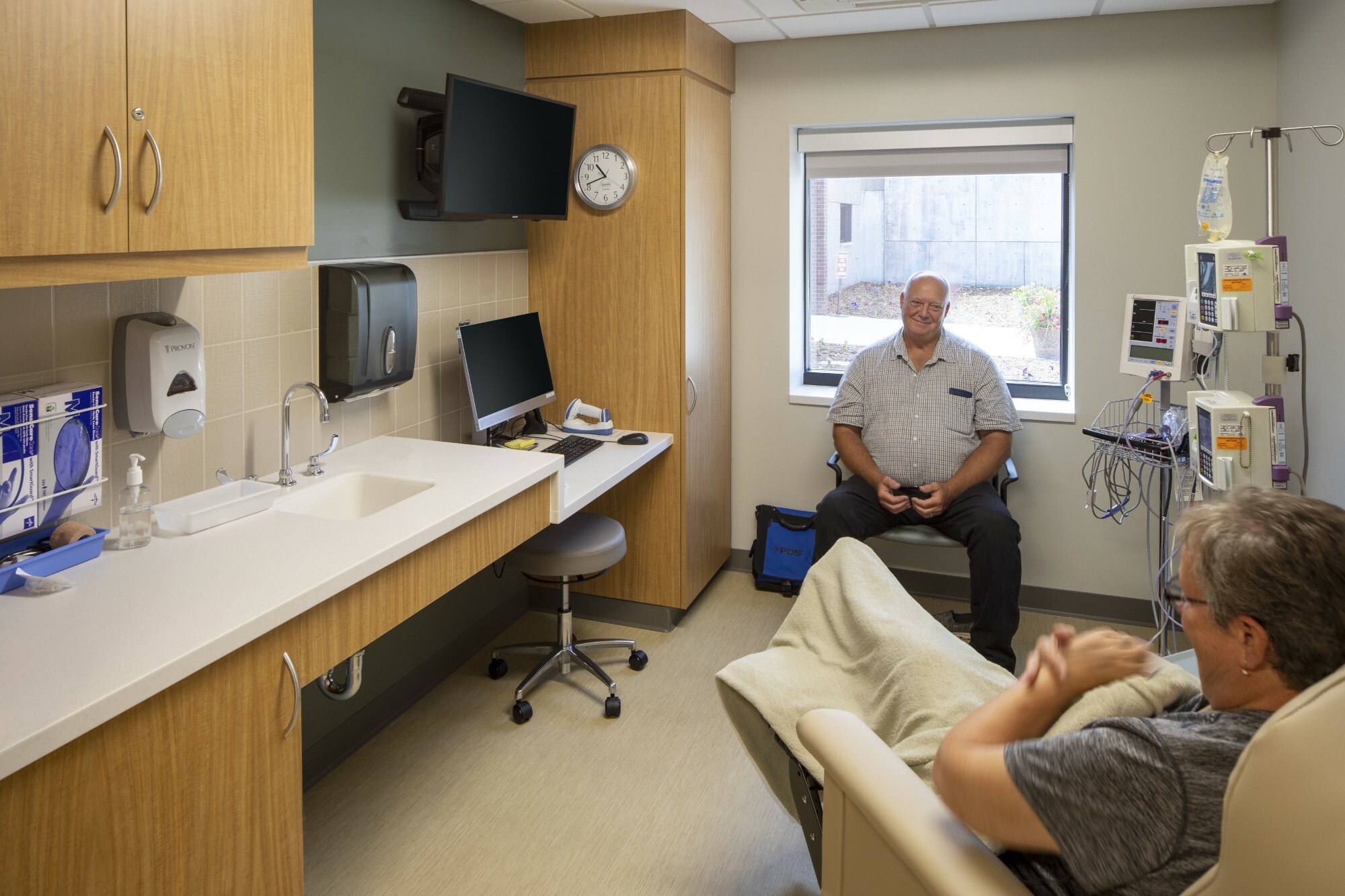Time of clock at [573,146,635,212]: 10:41
